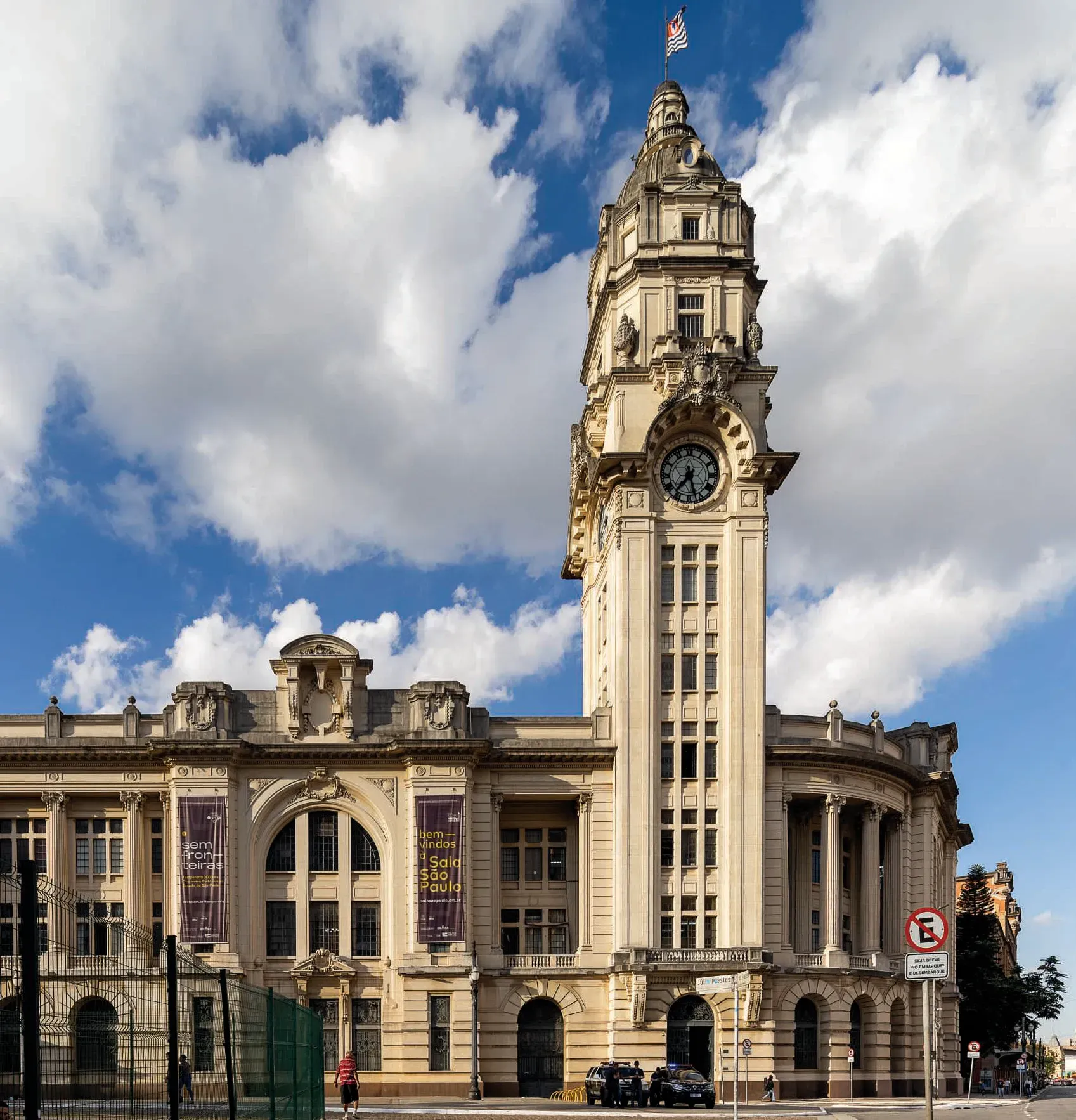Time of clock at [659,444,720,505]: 7:27
